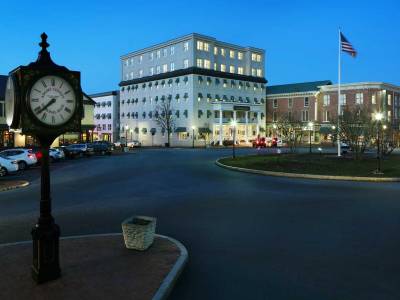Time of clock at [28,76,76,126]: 7:38
